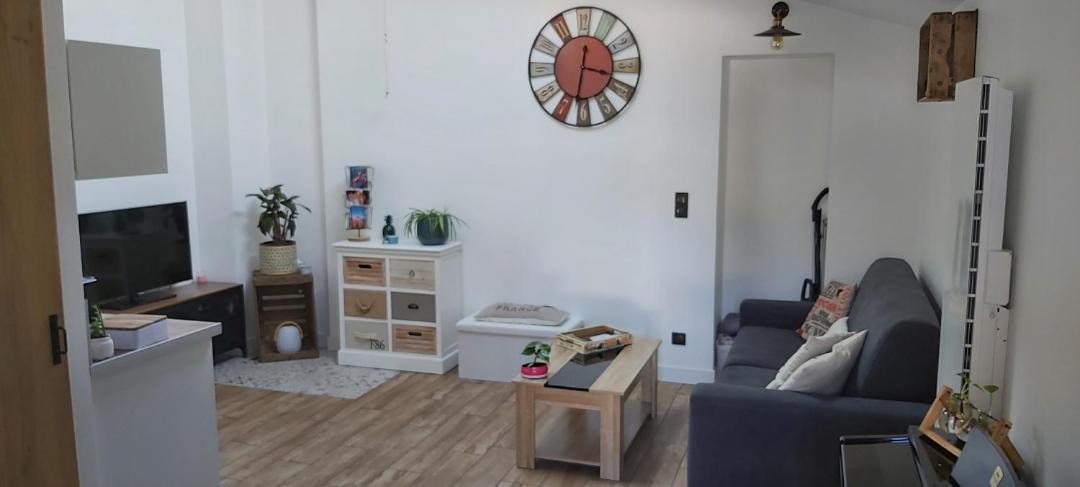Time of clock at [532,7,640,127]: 3:32
